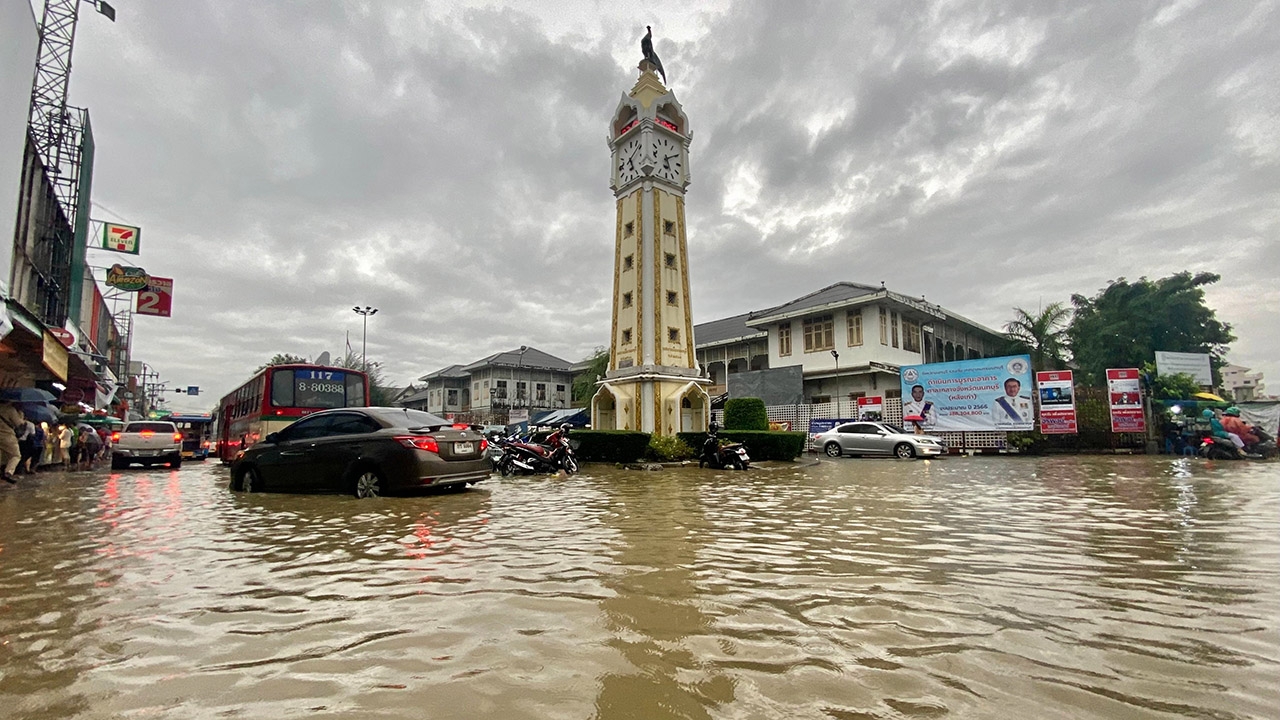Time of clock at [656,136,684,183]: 5:09
